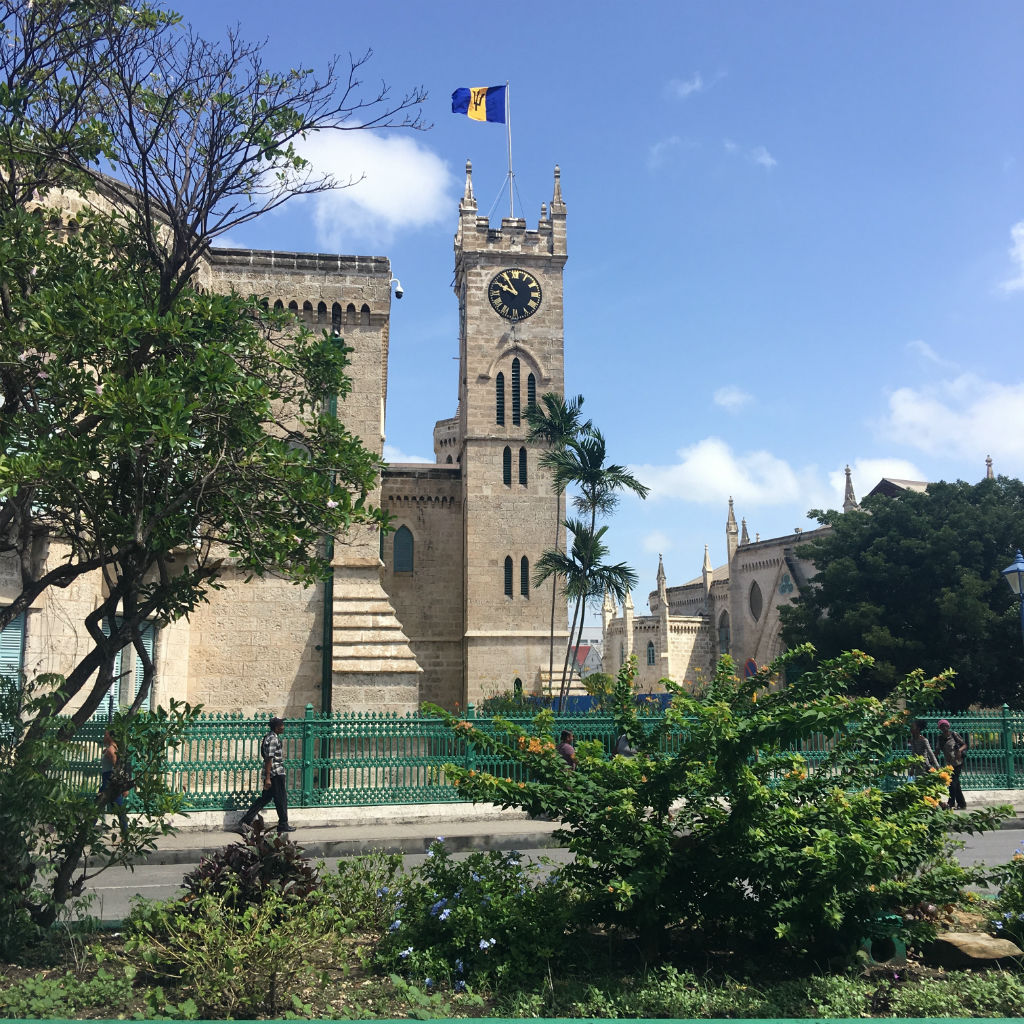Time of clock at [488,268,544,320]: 9:54
